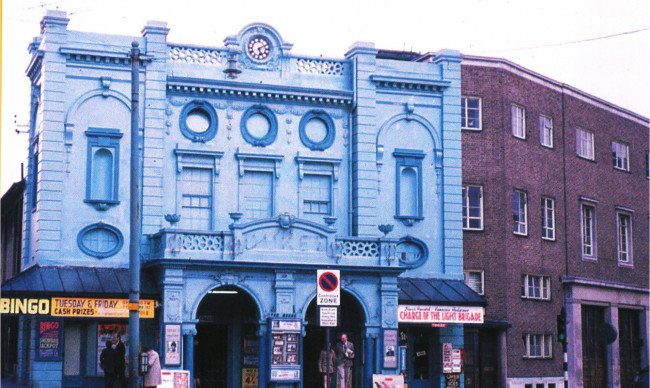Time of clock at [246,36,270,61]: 5:10
